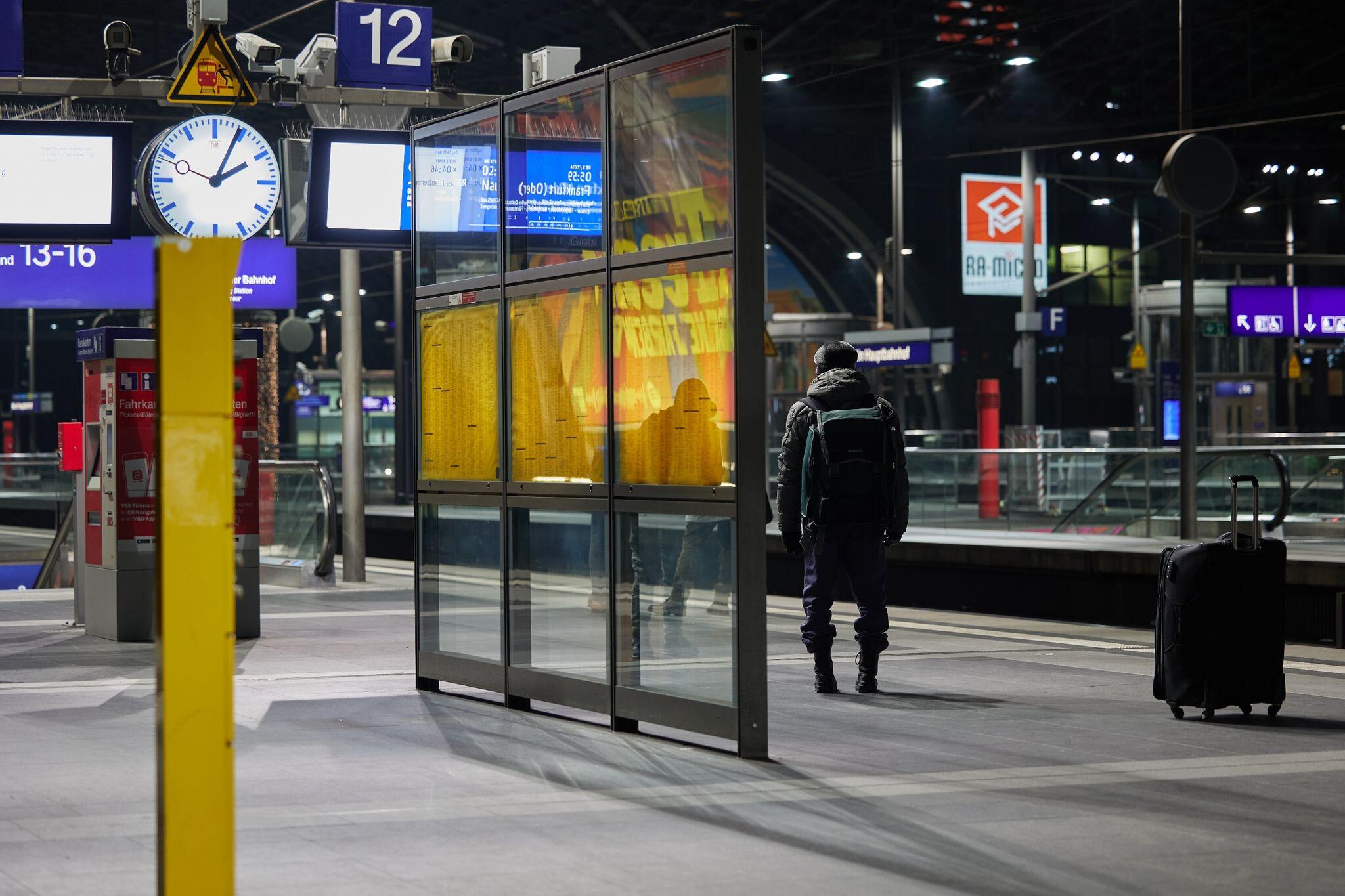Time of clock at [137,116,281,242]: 2:04
